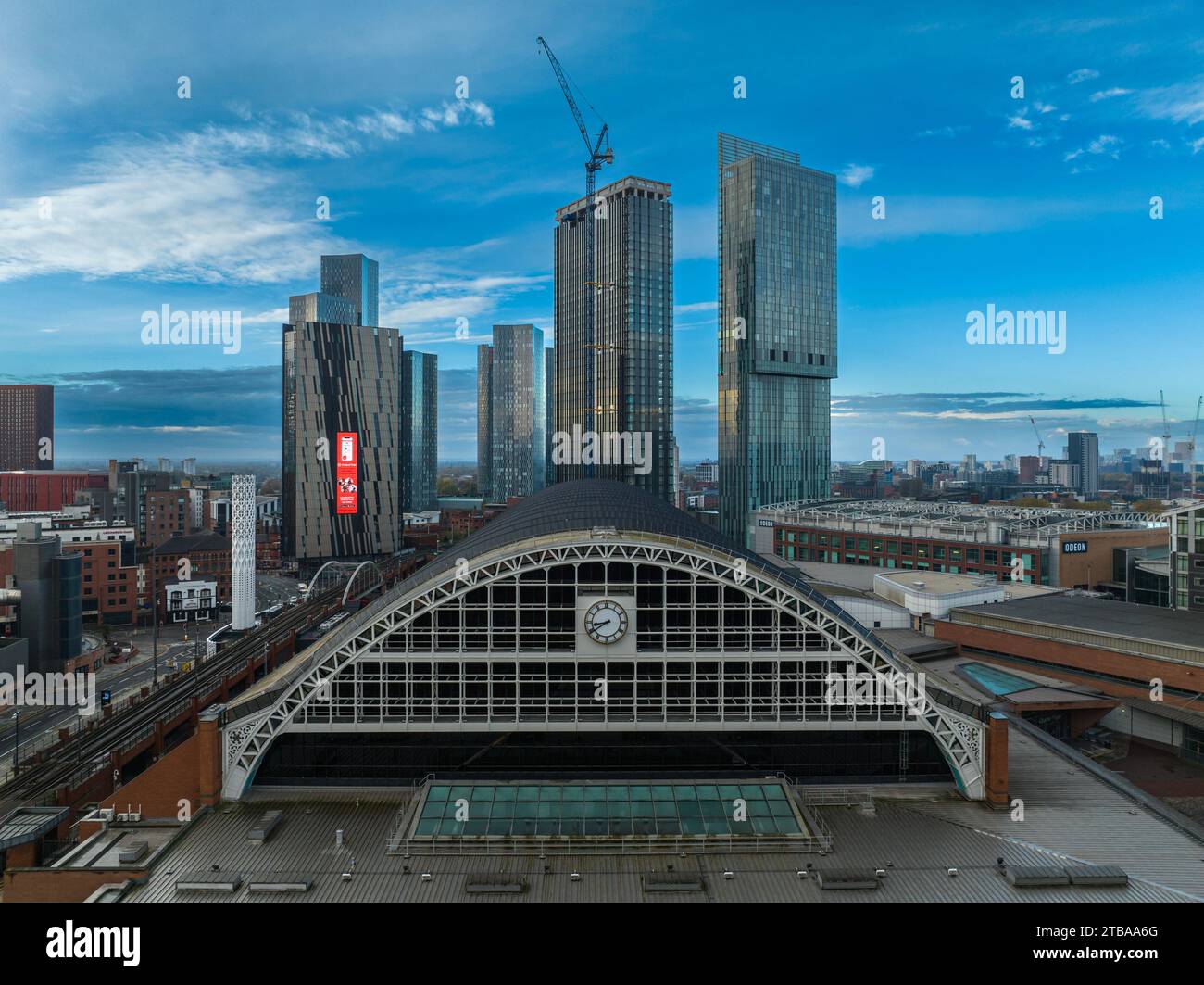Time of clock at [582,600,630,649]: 8:39
